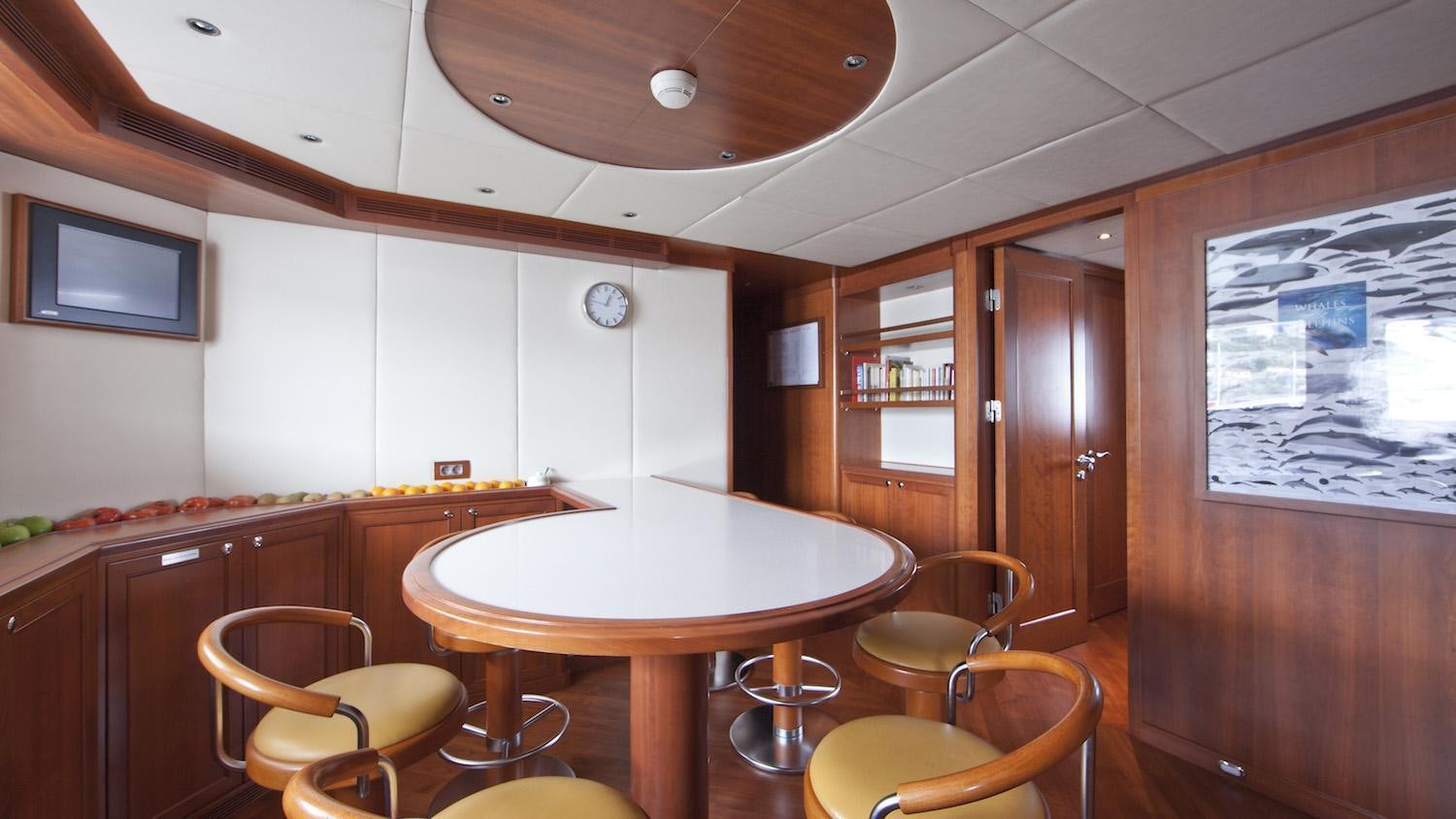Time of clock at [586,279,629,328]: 12:47
